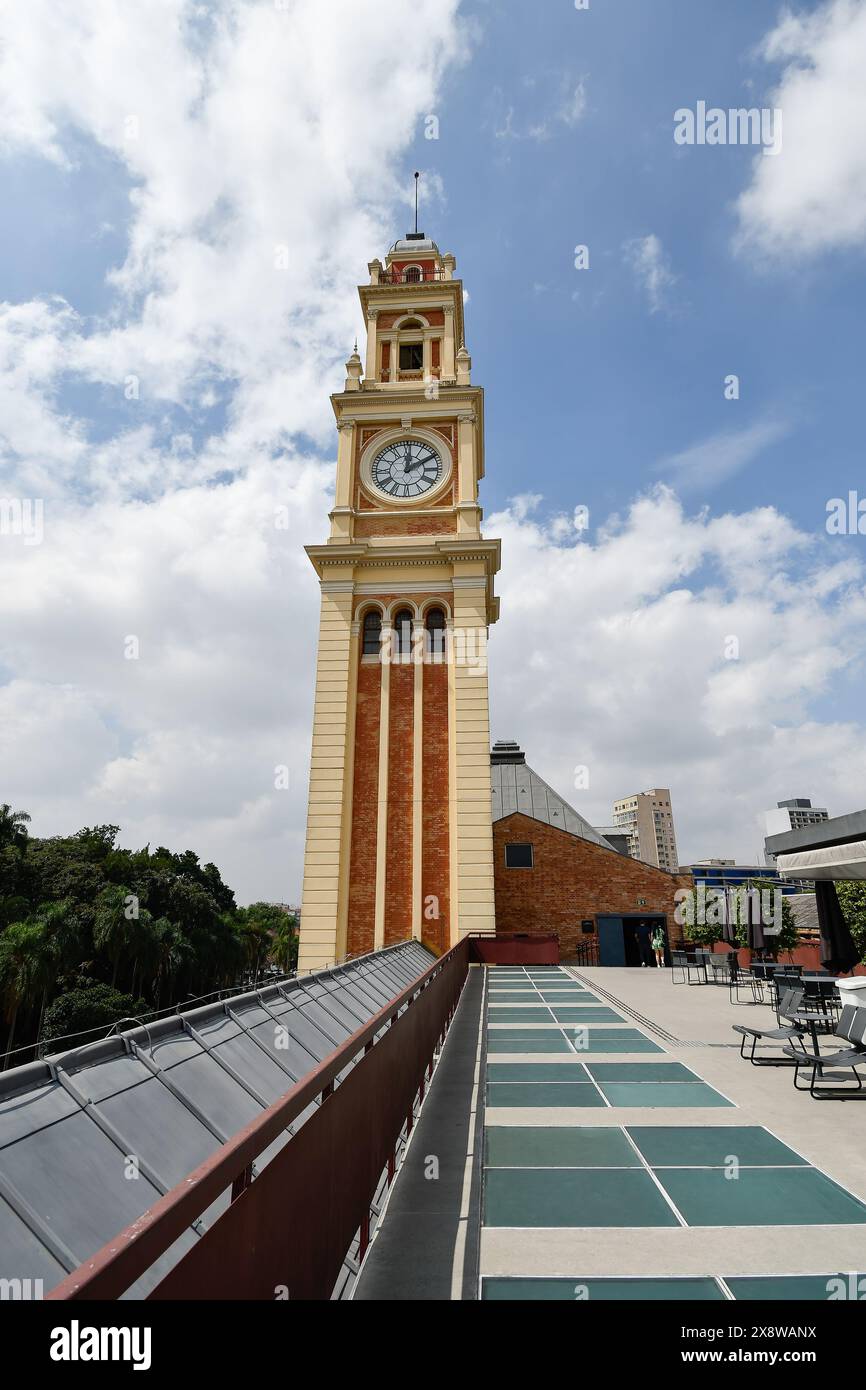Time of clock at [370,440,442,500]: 12:09
